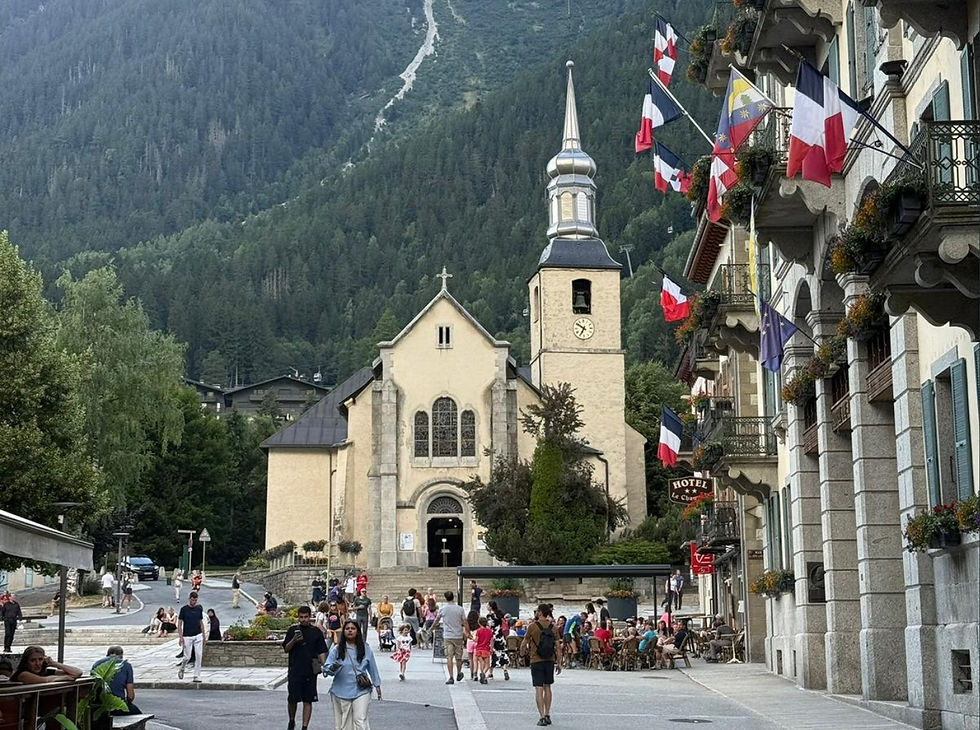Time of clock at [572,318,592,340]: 6:50
